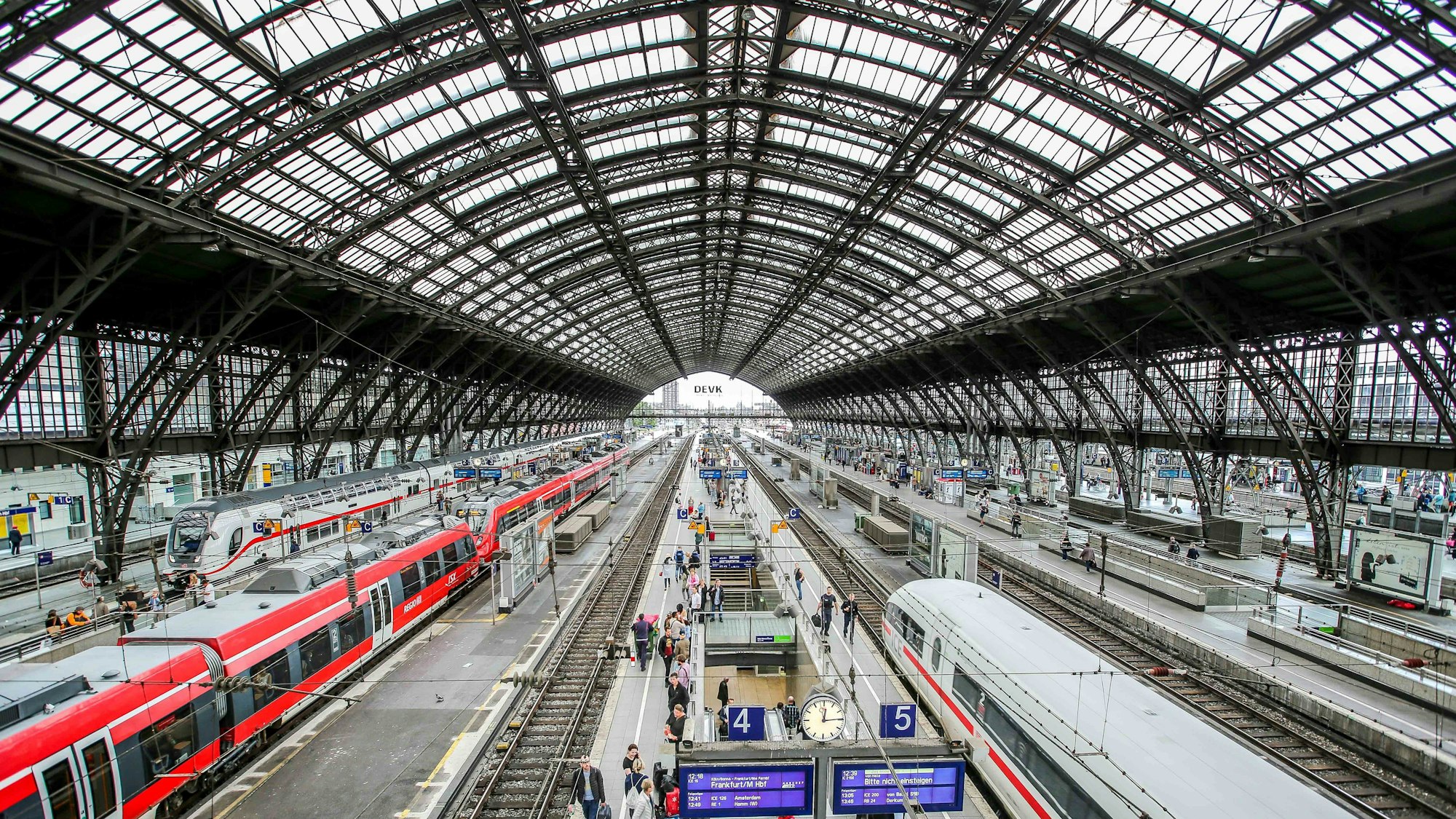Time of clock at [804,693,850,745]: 12:14
